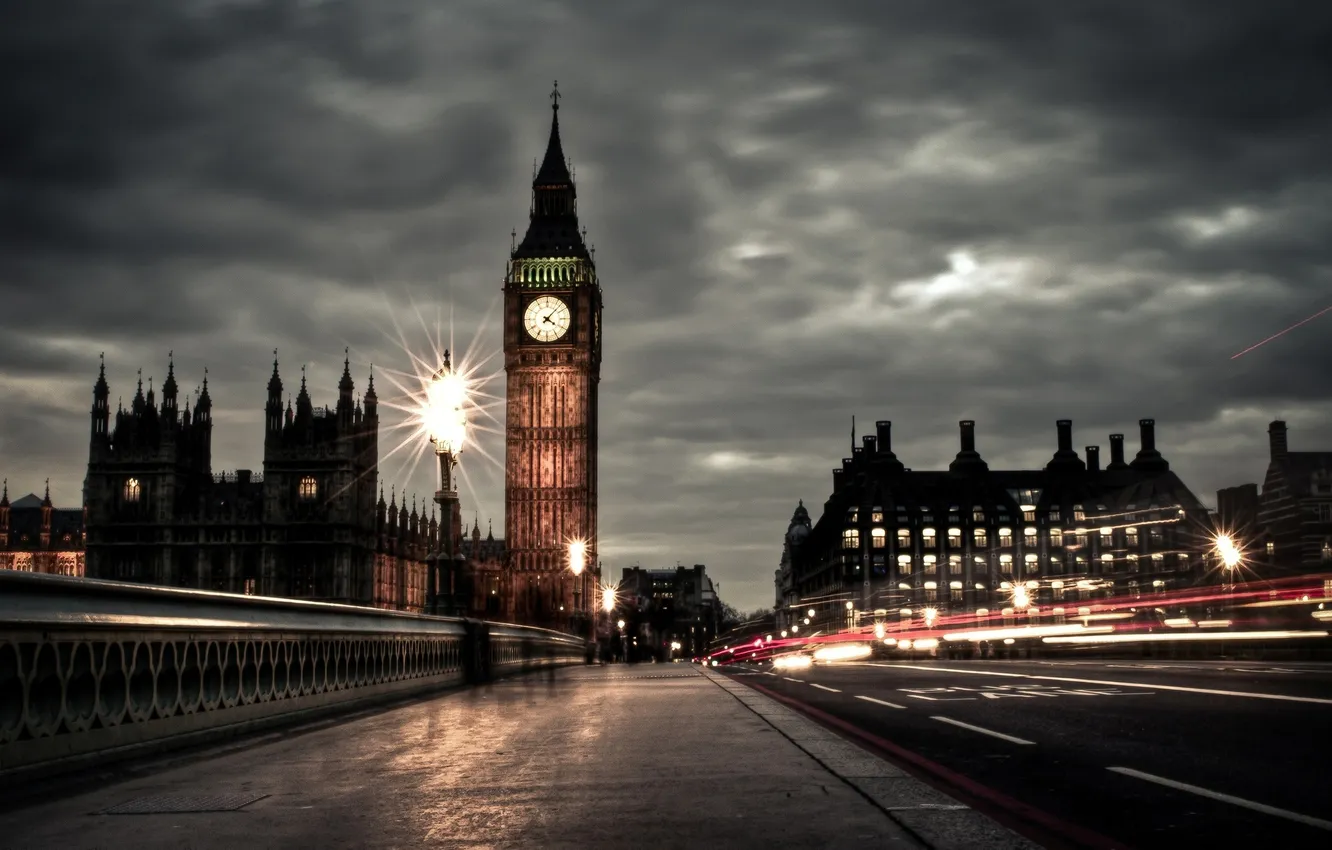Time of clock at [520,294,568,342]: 4:07
